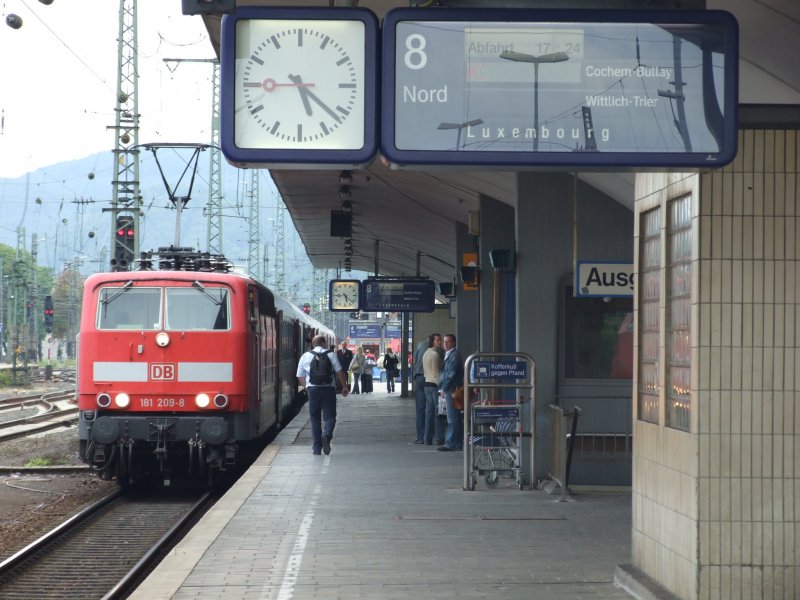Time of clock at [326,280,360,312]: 5:22
